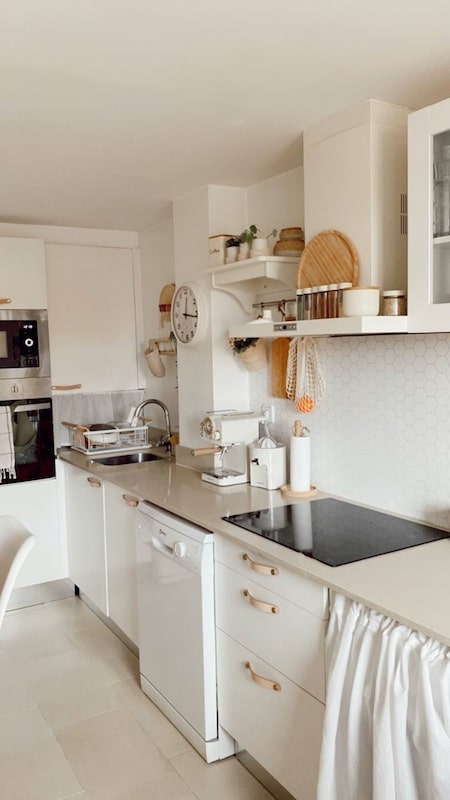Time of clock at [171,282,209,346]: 12:16
